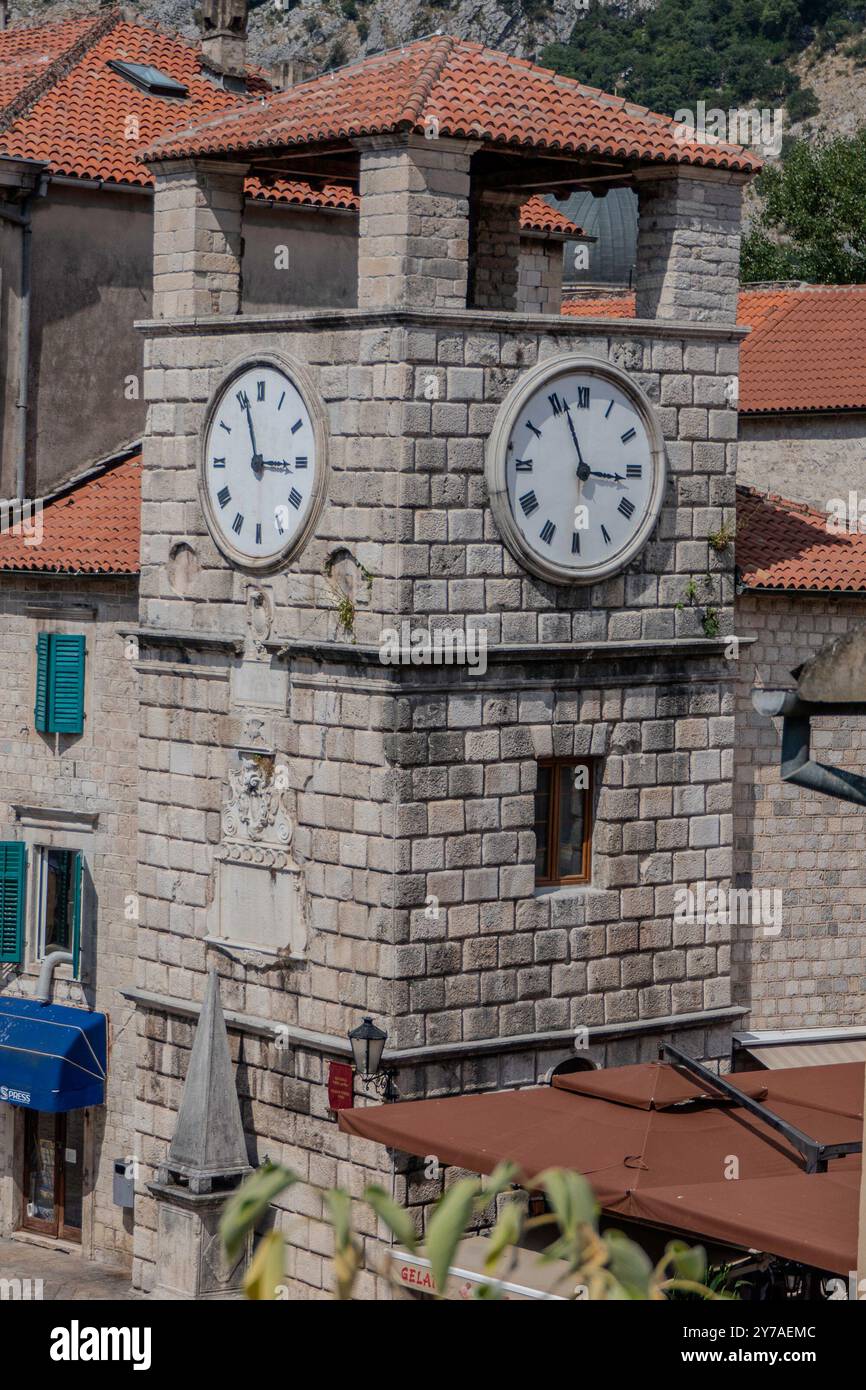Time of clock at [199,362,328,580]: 2:56
